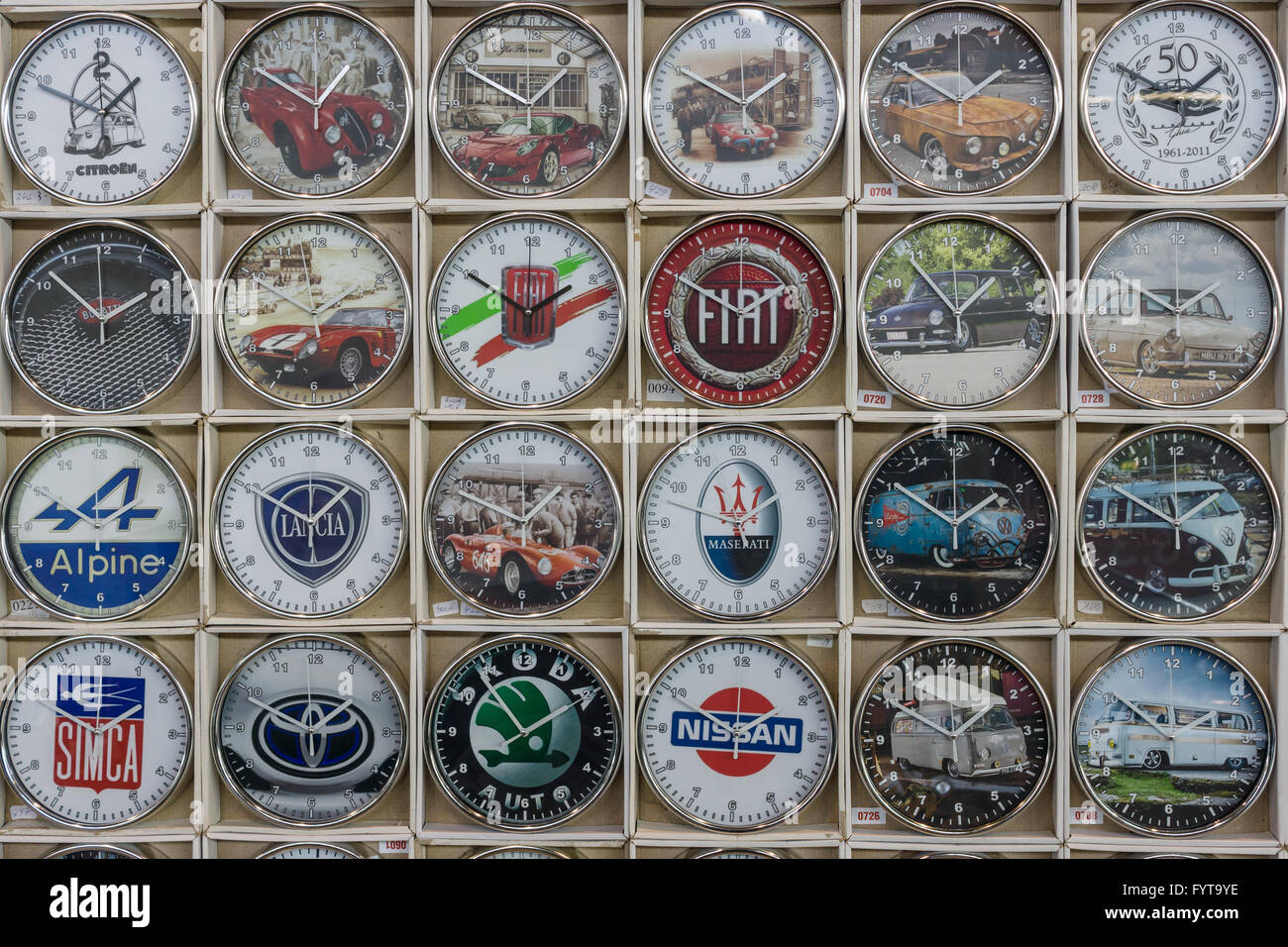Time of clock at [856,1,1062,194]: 1:50
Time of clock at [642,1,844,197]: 1:50
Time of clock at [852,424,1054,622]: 1:50
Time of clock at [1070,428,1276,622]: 1:50
